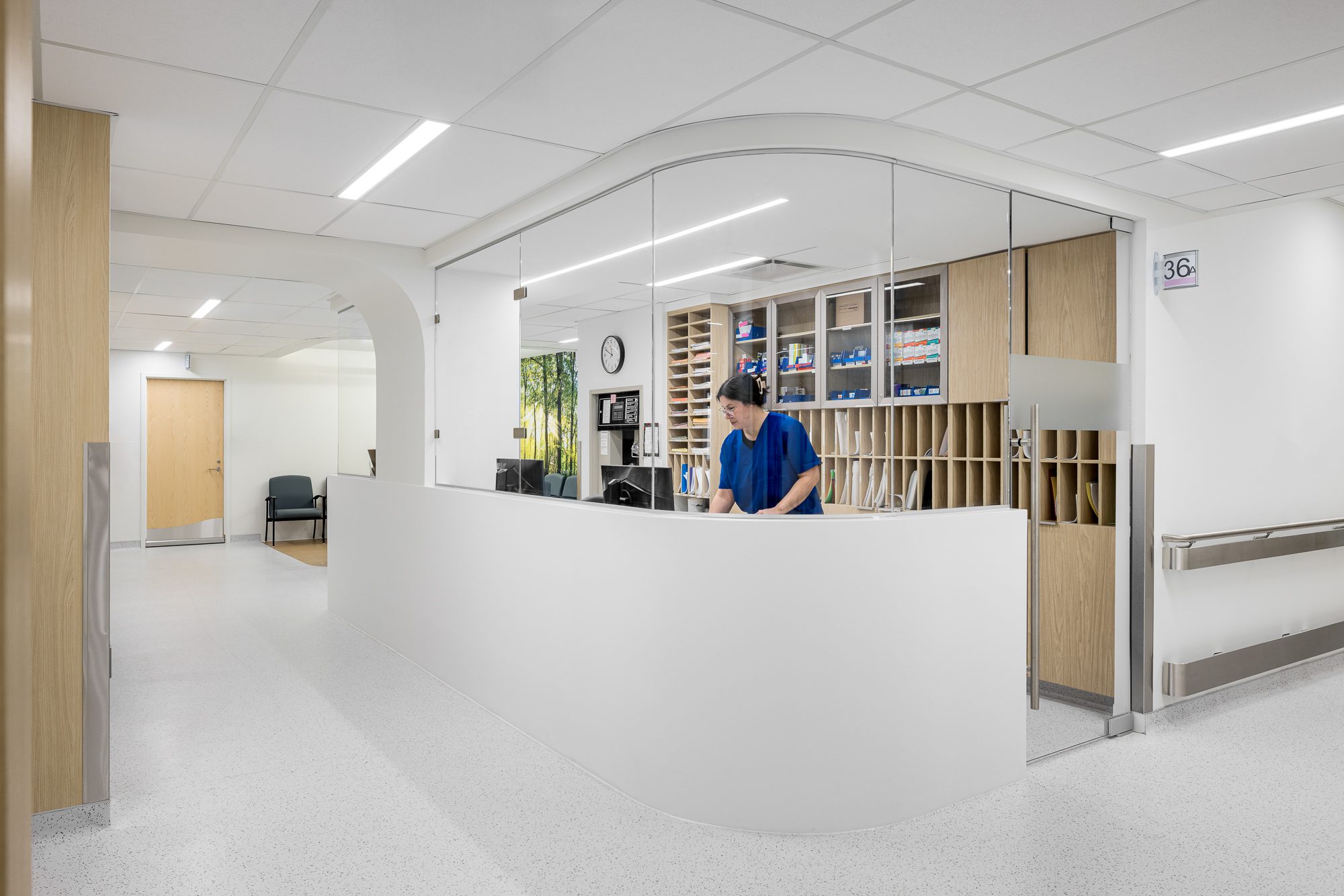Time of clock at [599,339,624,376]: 11:48
